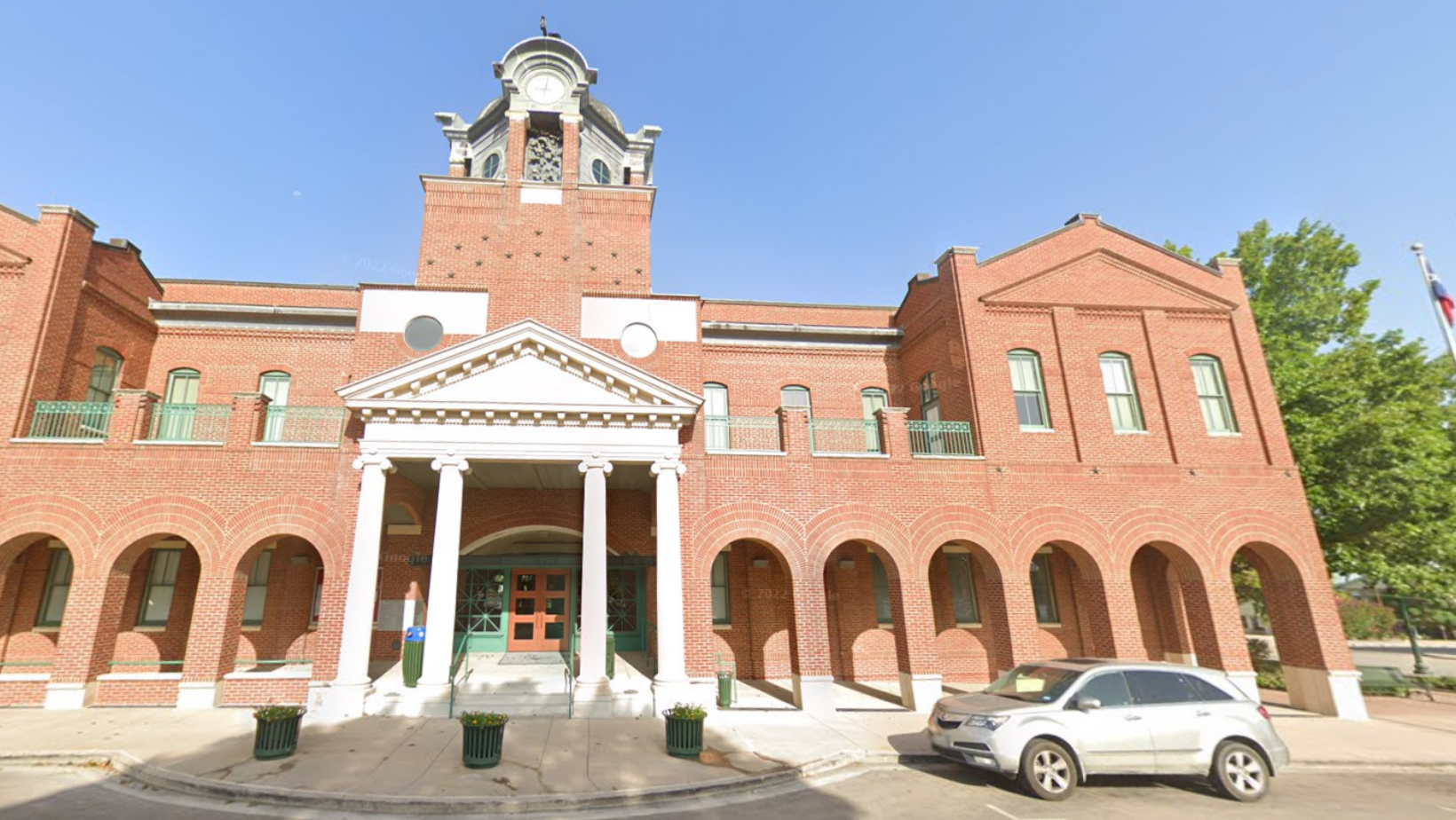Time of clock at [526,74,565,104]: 9:01
